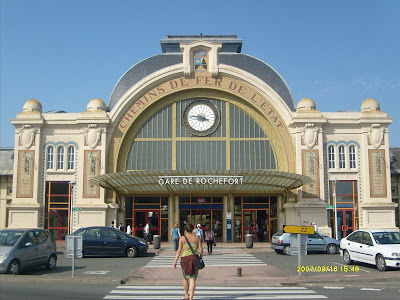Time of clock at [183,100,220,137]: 3:46
